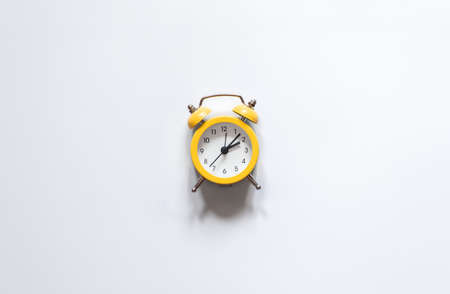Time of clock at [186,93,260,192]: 2:07
